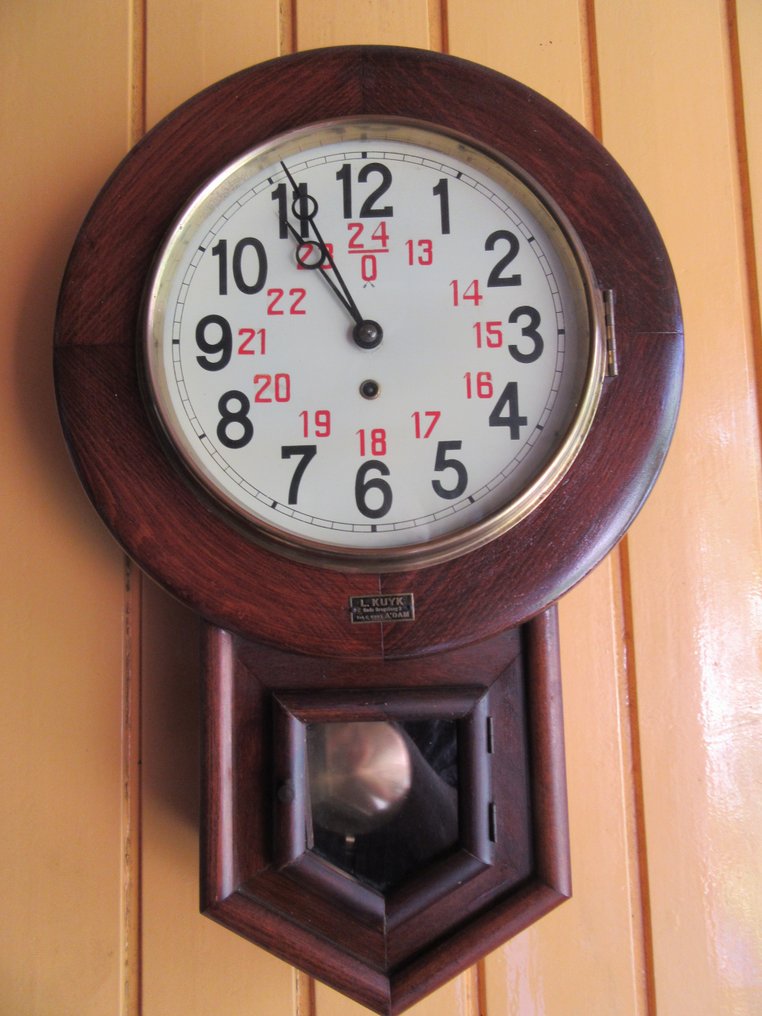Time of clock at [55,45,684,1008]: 10:55
